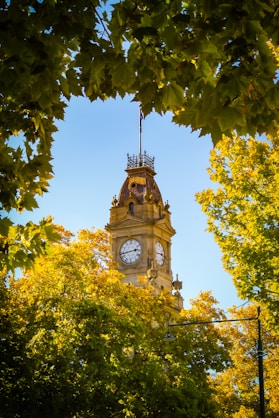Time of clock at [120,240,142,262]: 2:43
